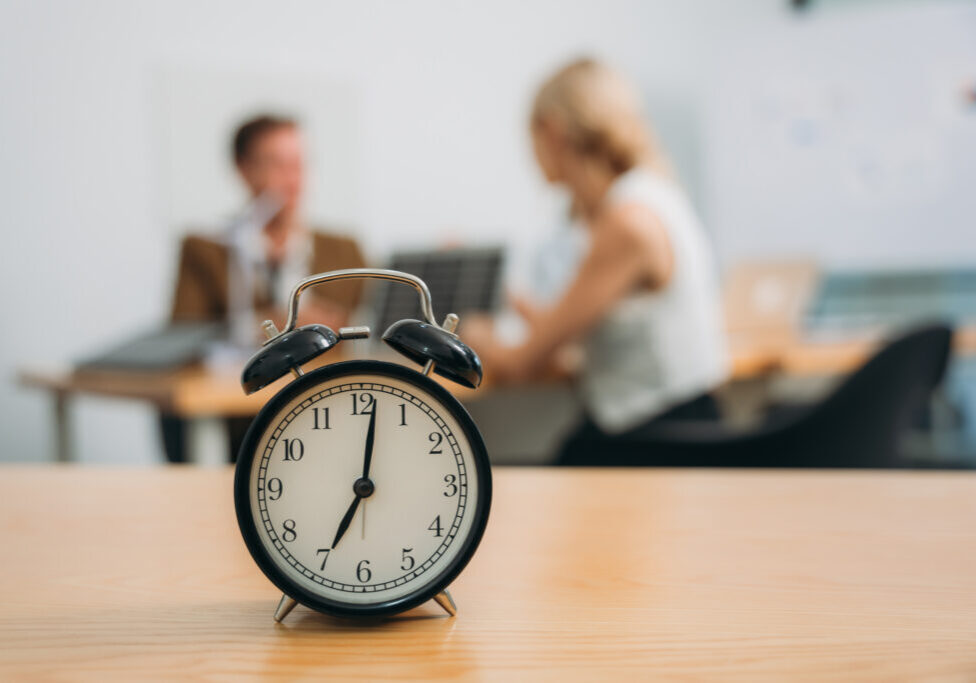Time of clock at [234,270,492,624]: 7:01
